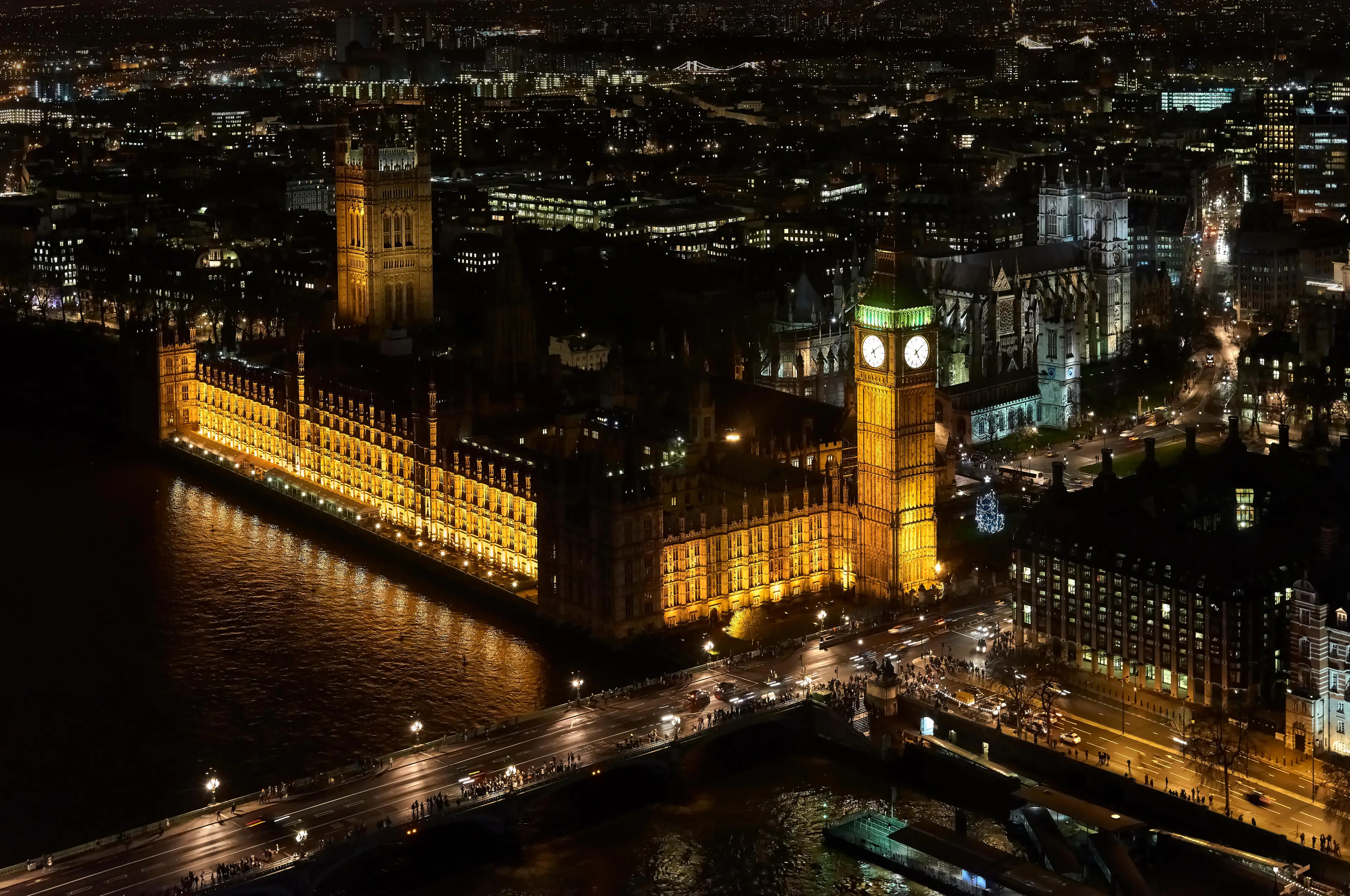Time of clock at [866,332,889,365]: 5:08
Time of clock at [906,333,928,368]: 5:08
